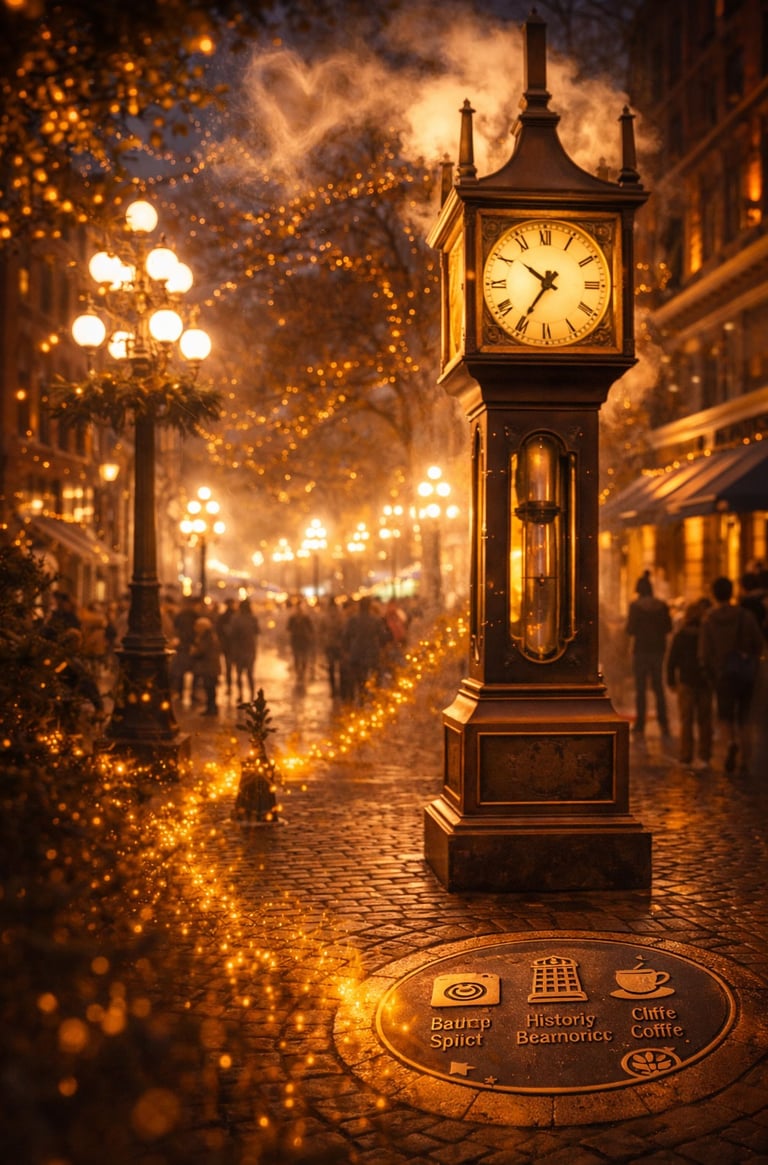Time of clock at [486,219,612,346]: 10:35
